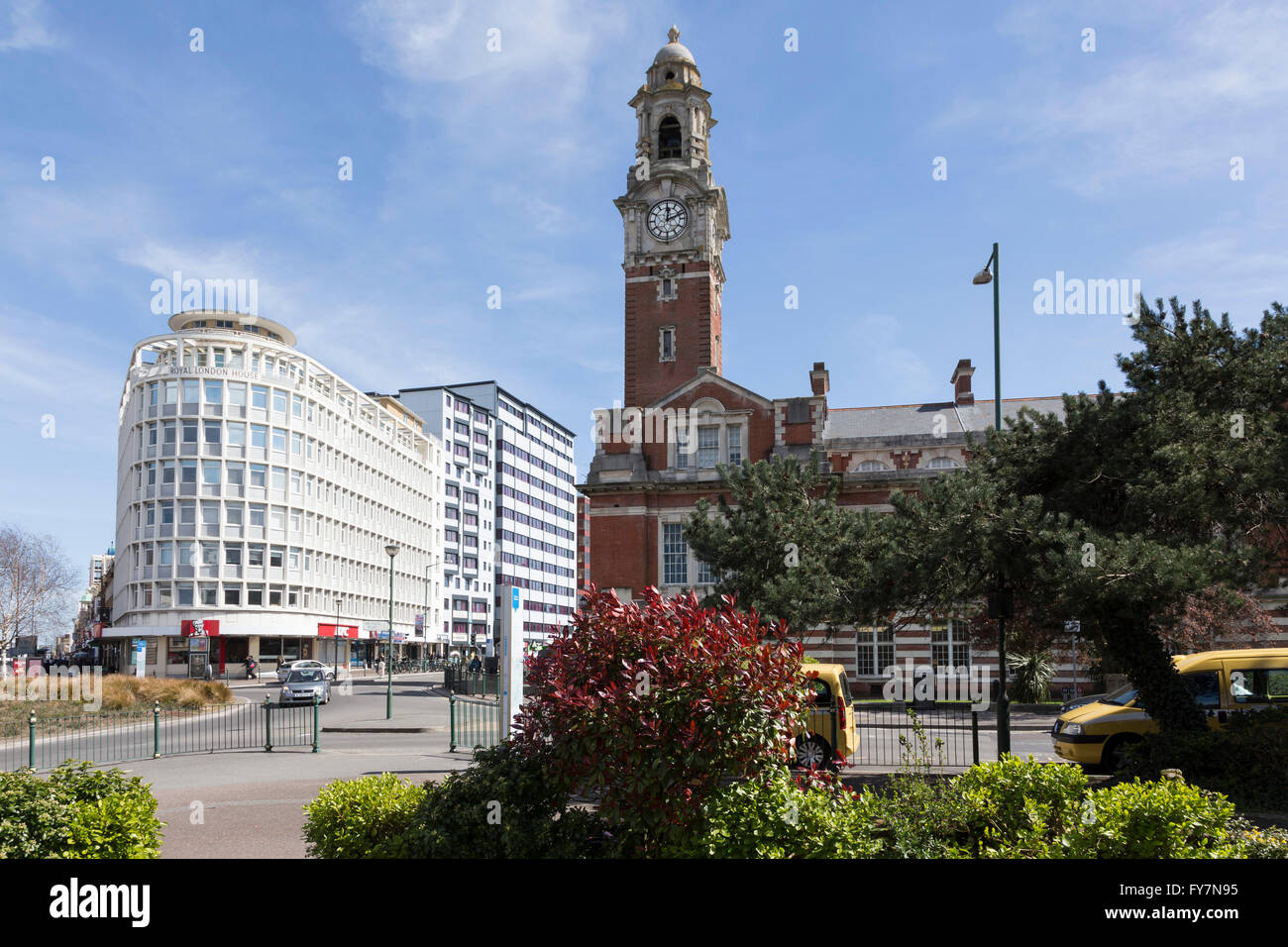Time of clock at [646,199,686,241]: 12:11
